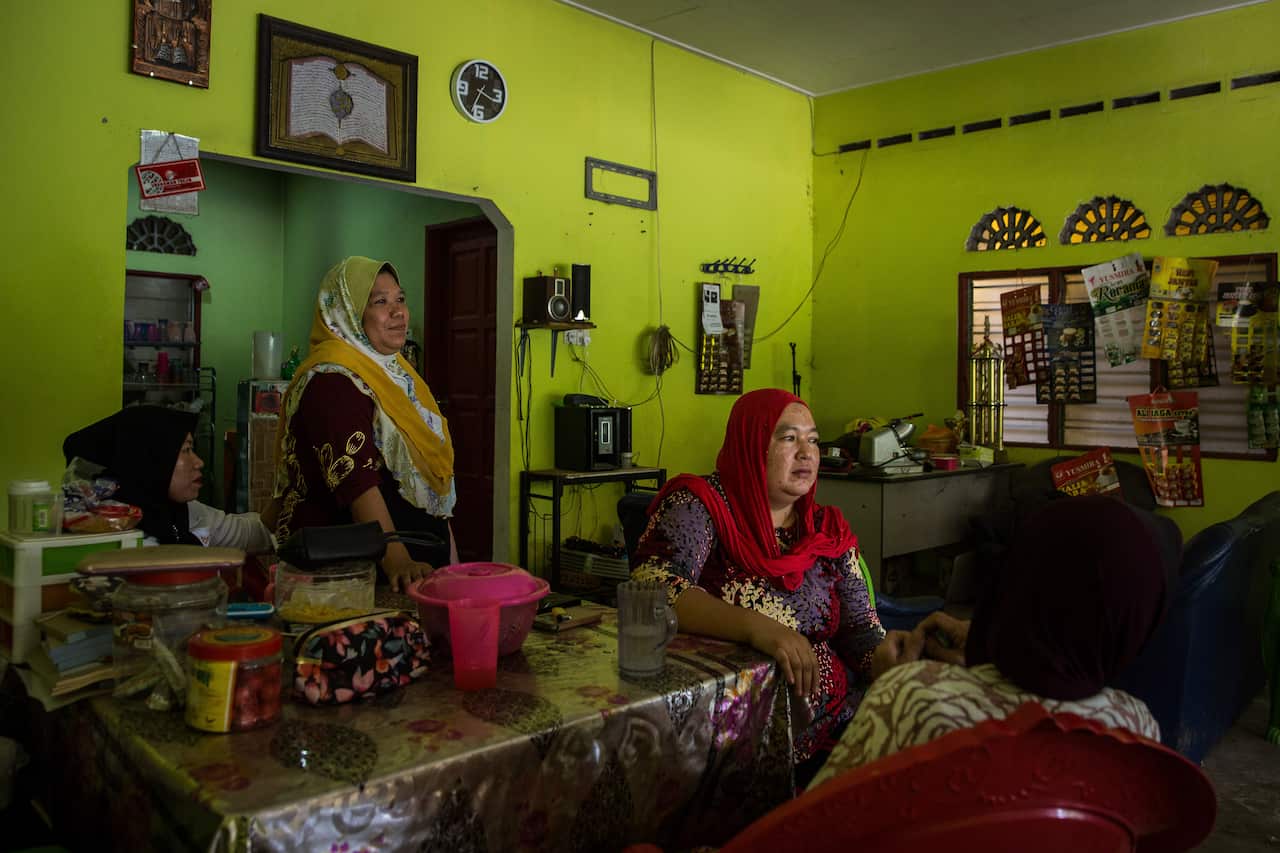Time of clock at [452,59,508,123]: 3:34
